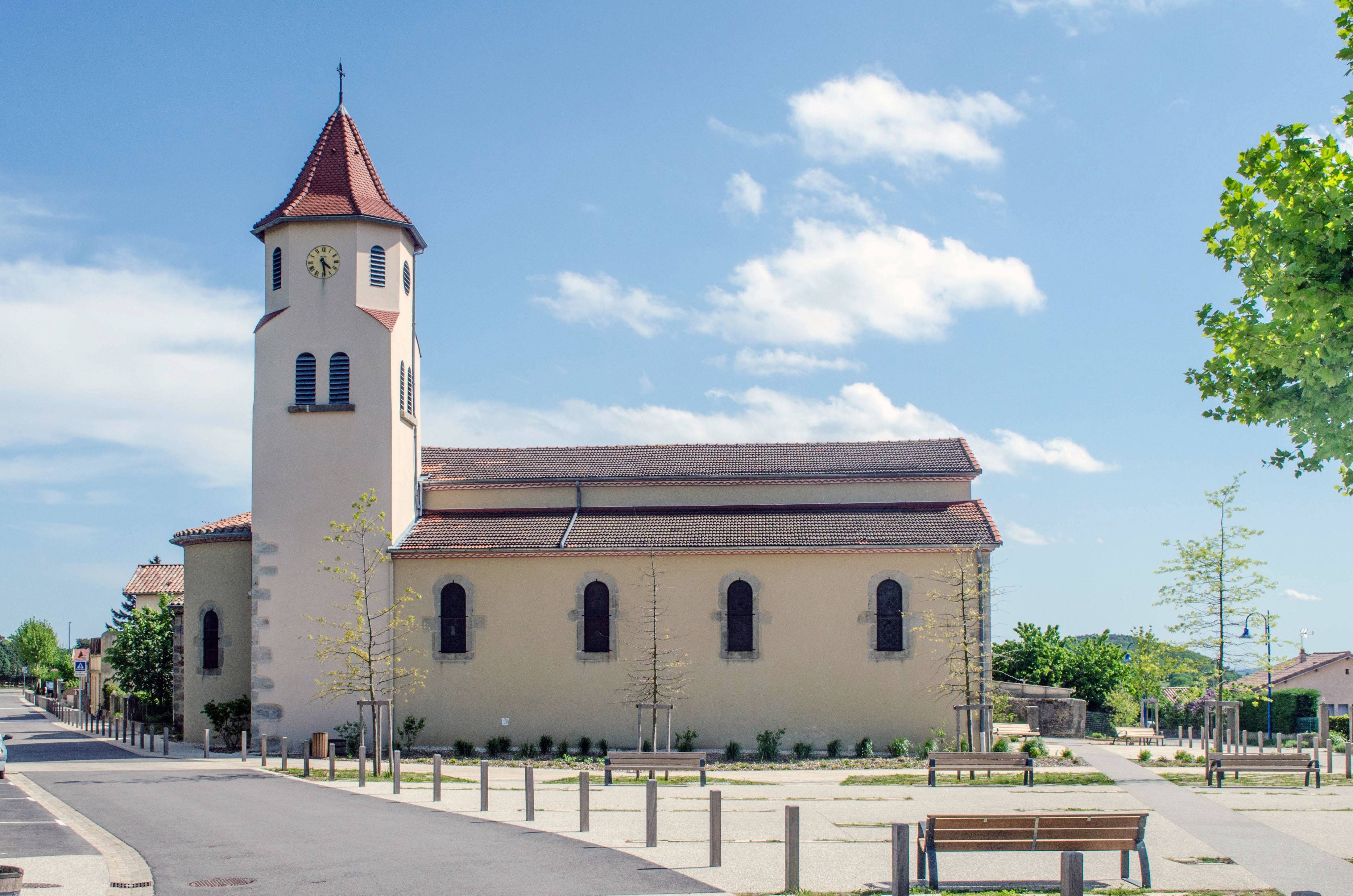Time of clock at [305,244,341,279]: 4:28
